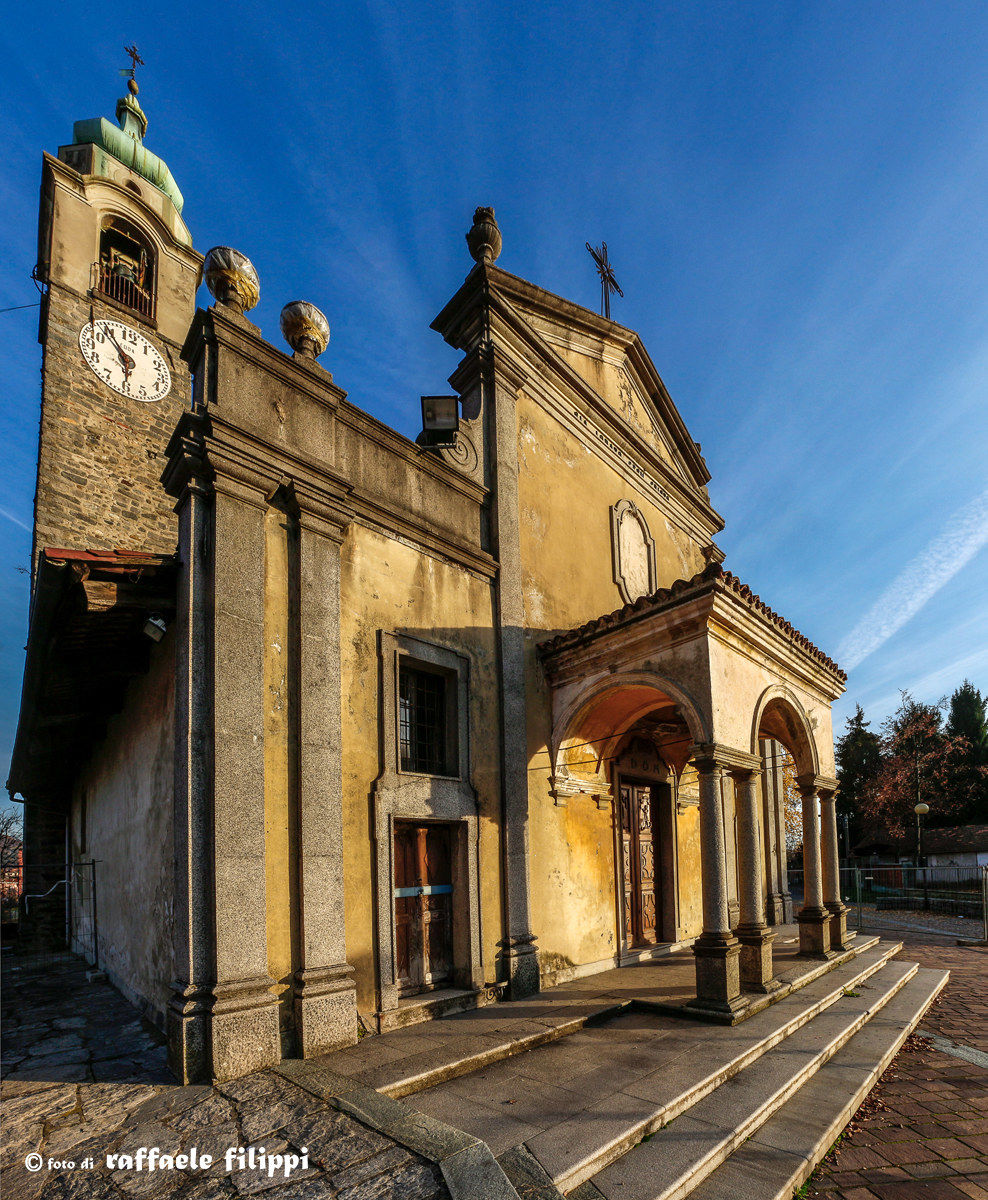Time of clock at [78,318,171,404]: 5:54
